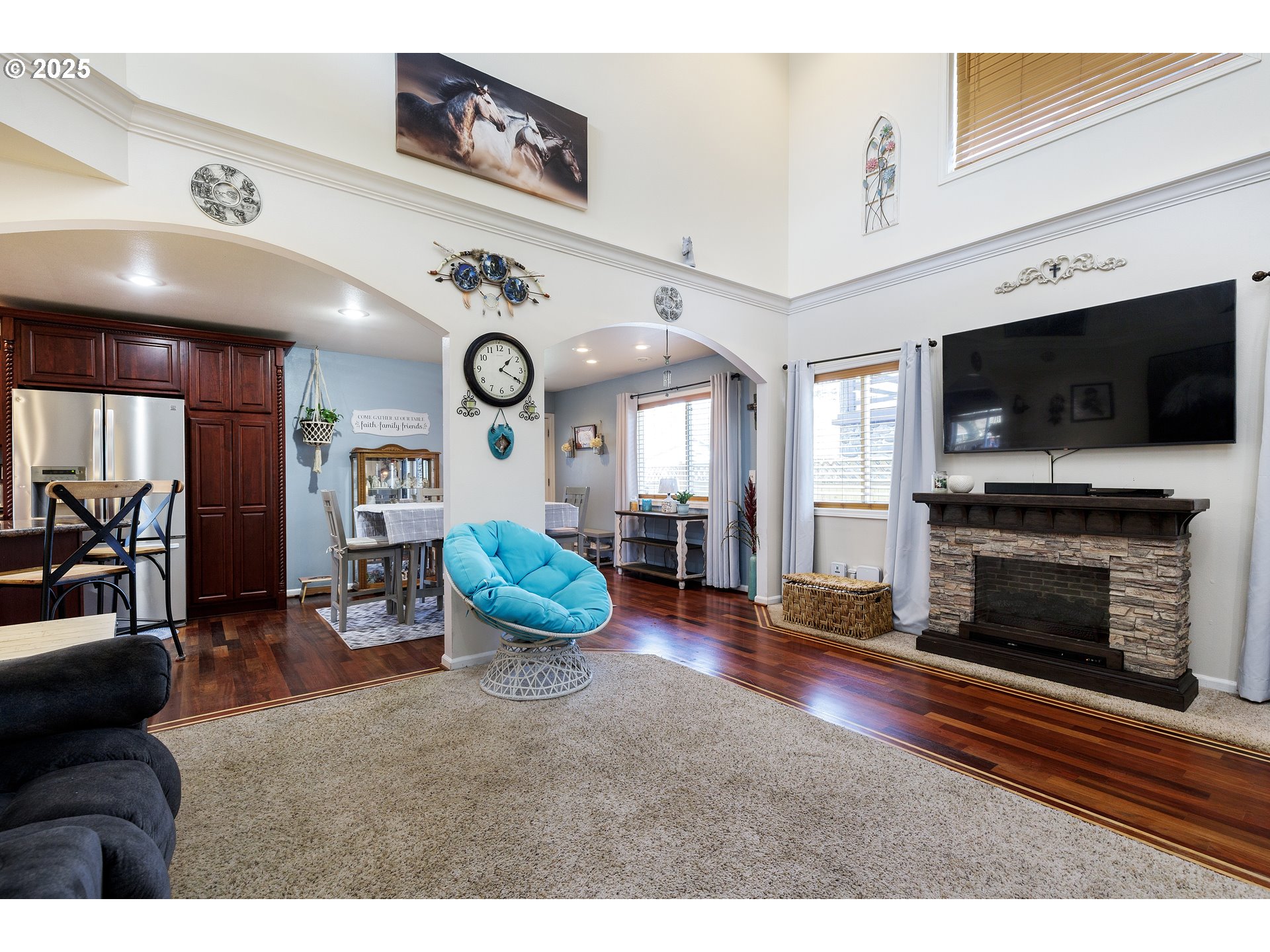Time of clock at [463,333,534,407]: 1:19
